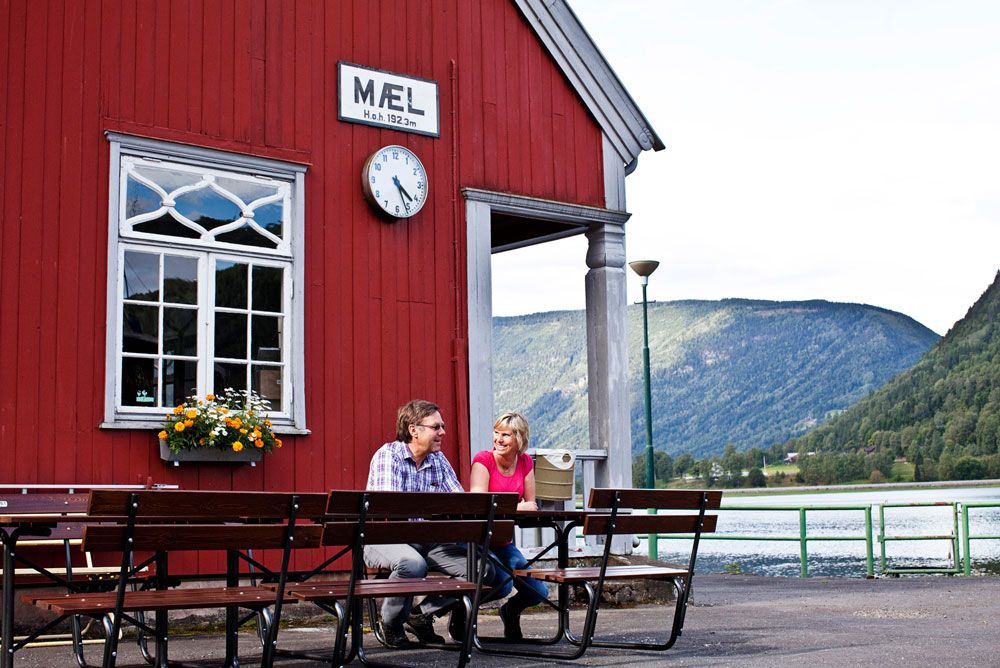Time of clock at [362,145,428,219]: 4:26
